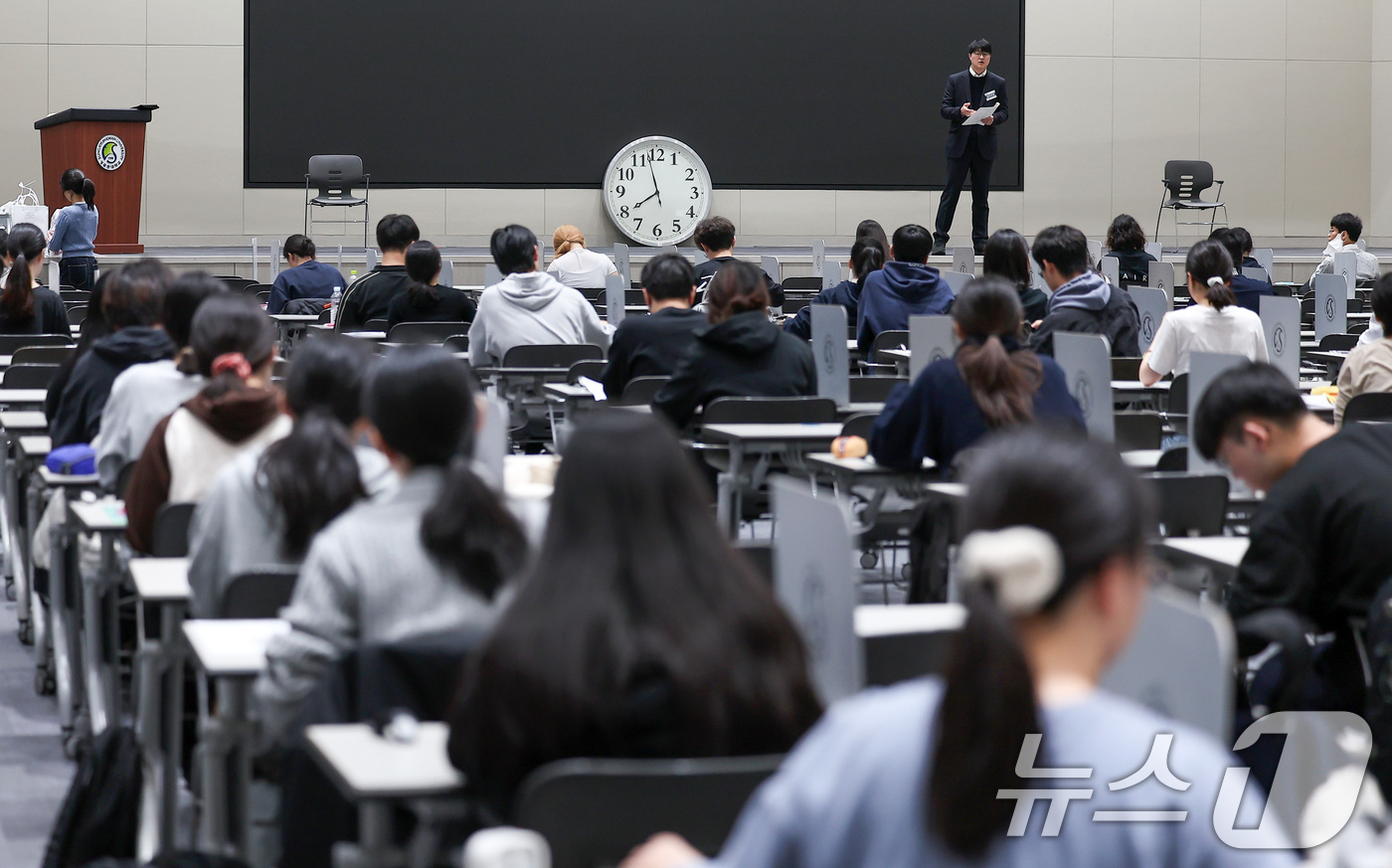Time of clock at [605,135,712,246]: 7:57
